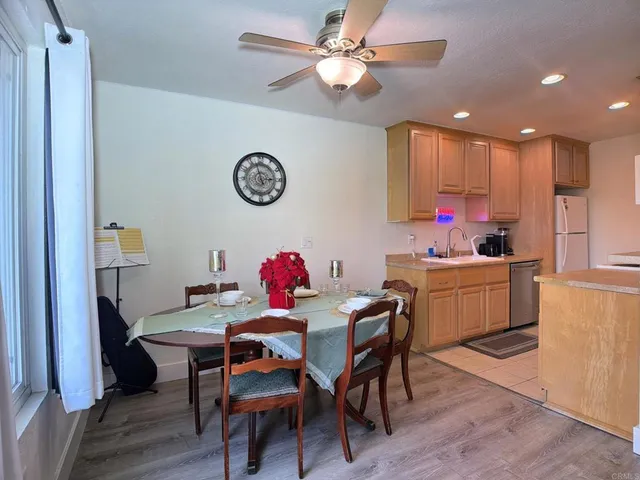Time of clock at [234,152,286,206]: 2:57
